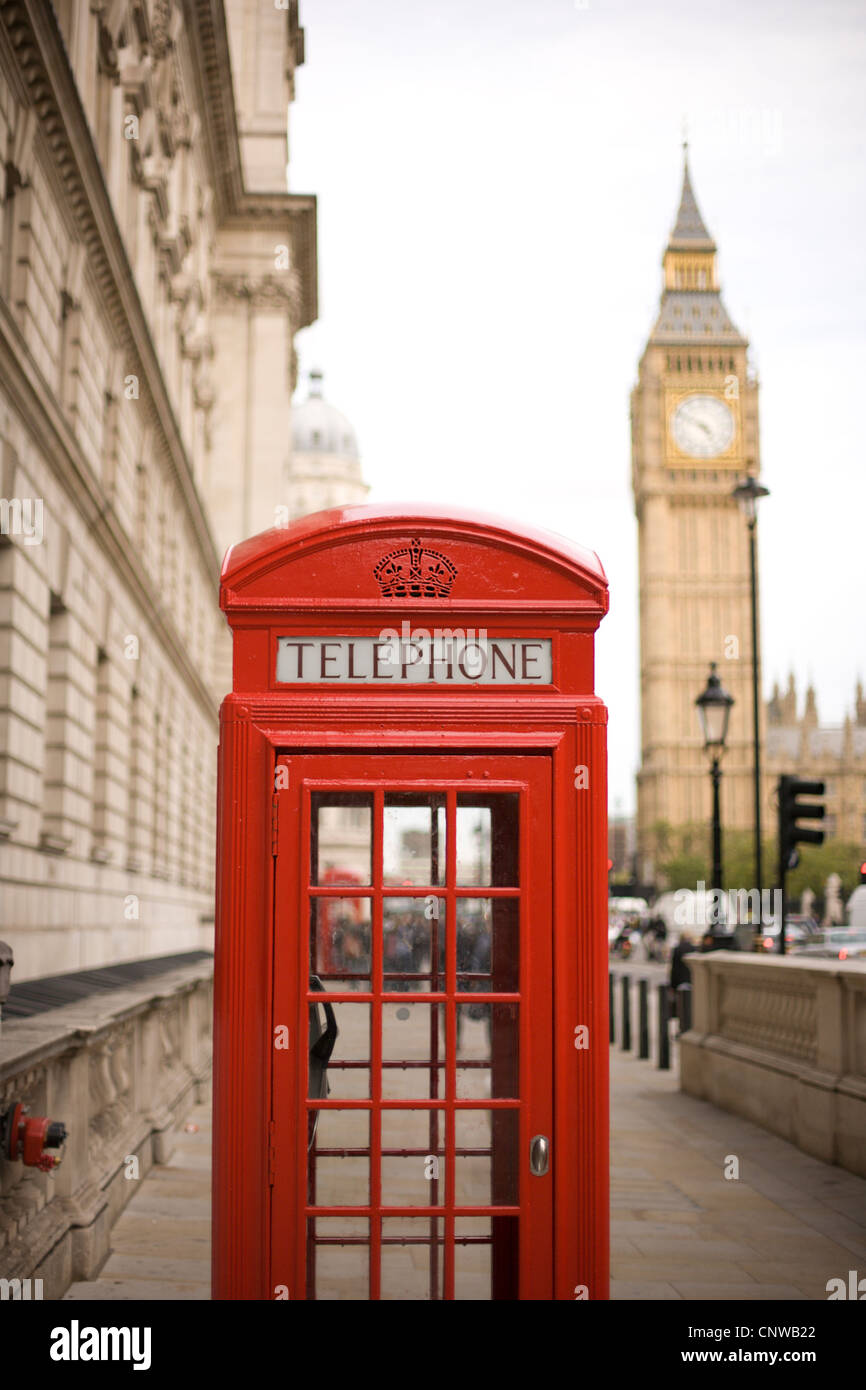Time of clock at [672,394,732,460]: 4:49
